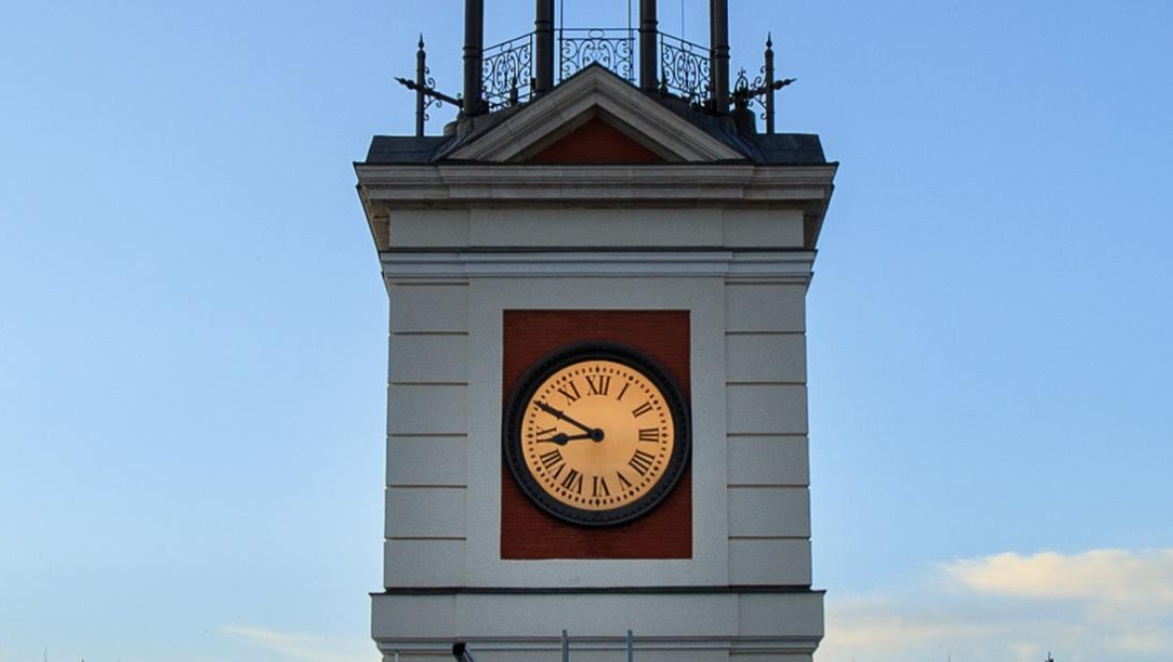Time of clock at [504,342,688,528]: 8:49
